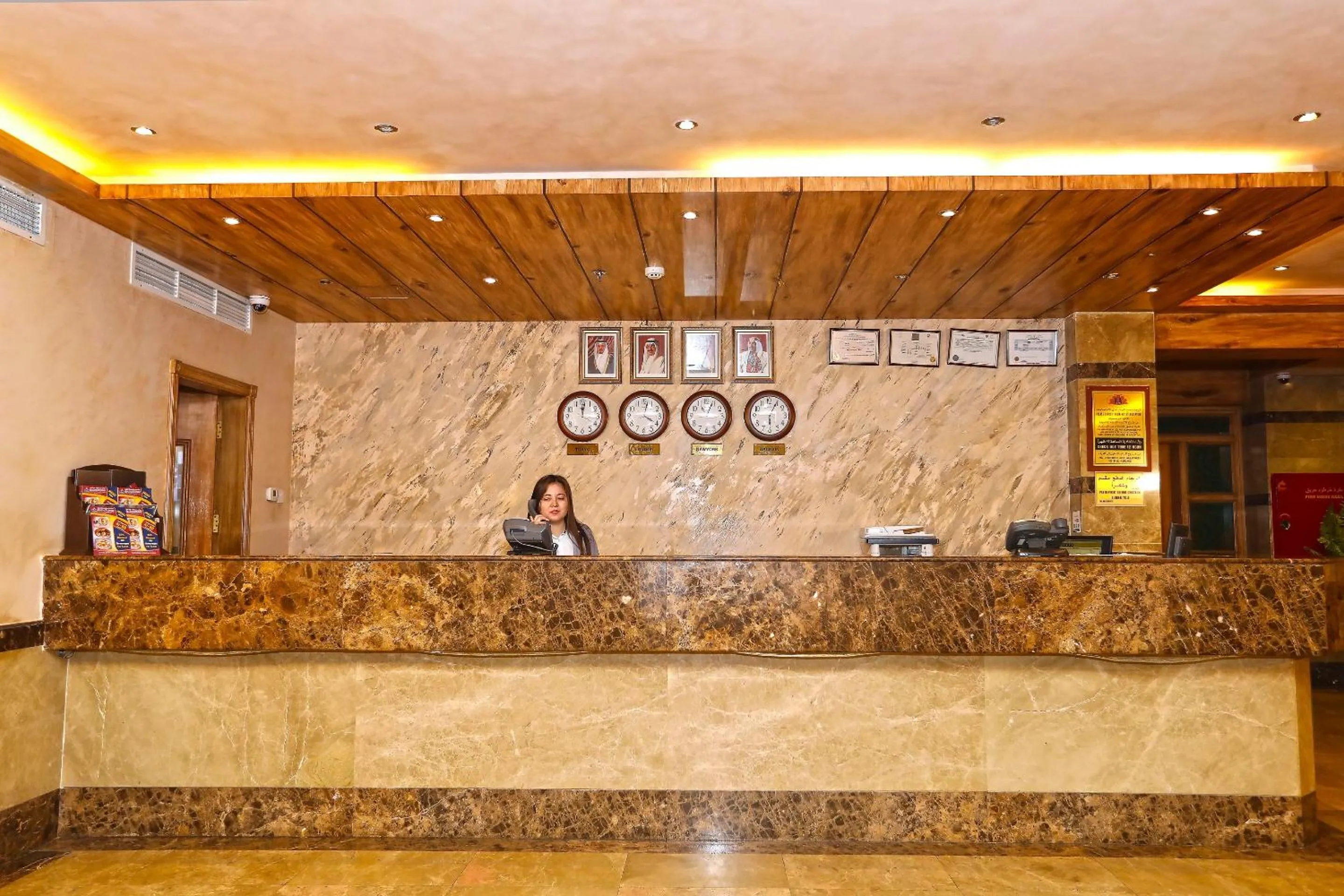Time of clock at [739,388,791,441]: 6:04
